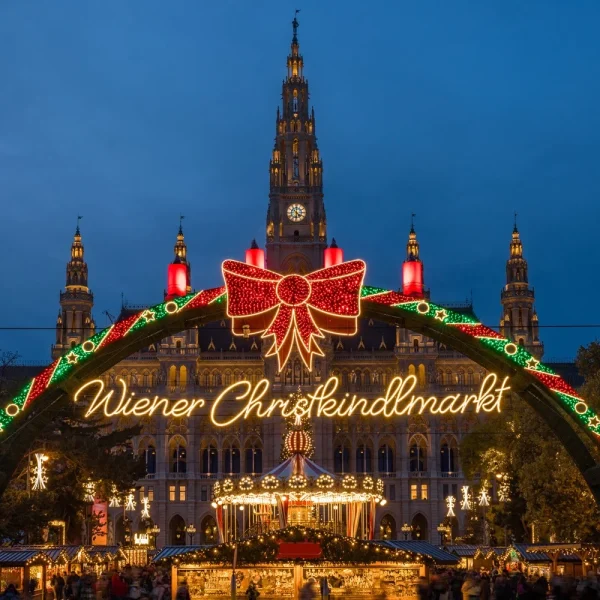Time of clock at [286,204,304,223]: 4:31
